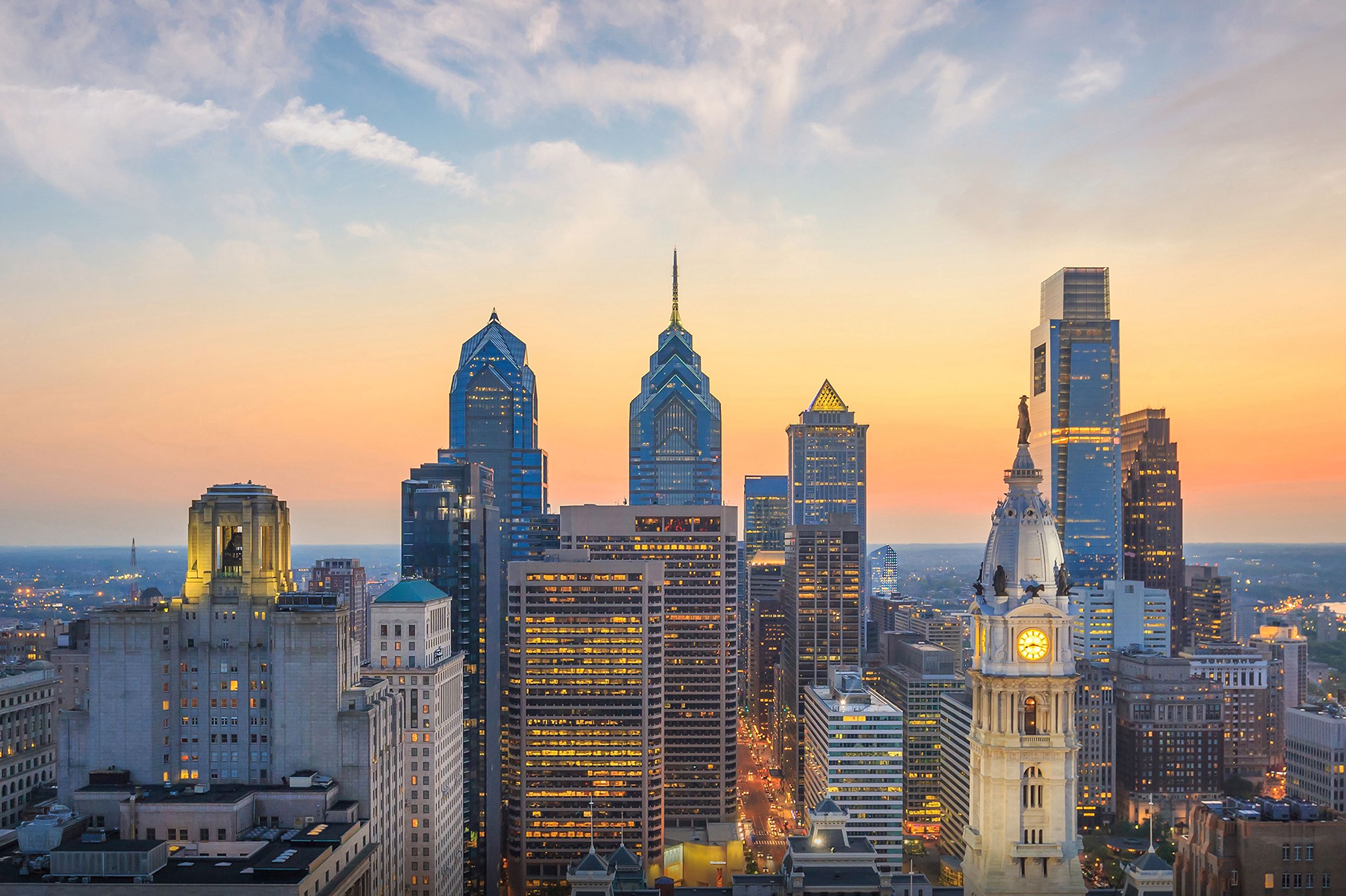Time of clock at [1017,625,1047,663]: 8:17
